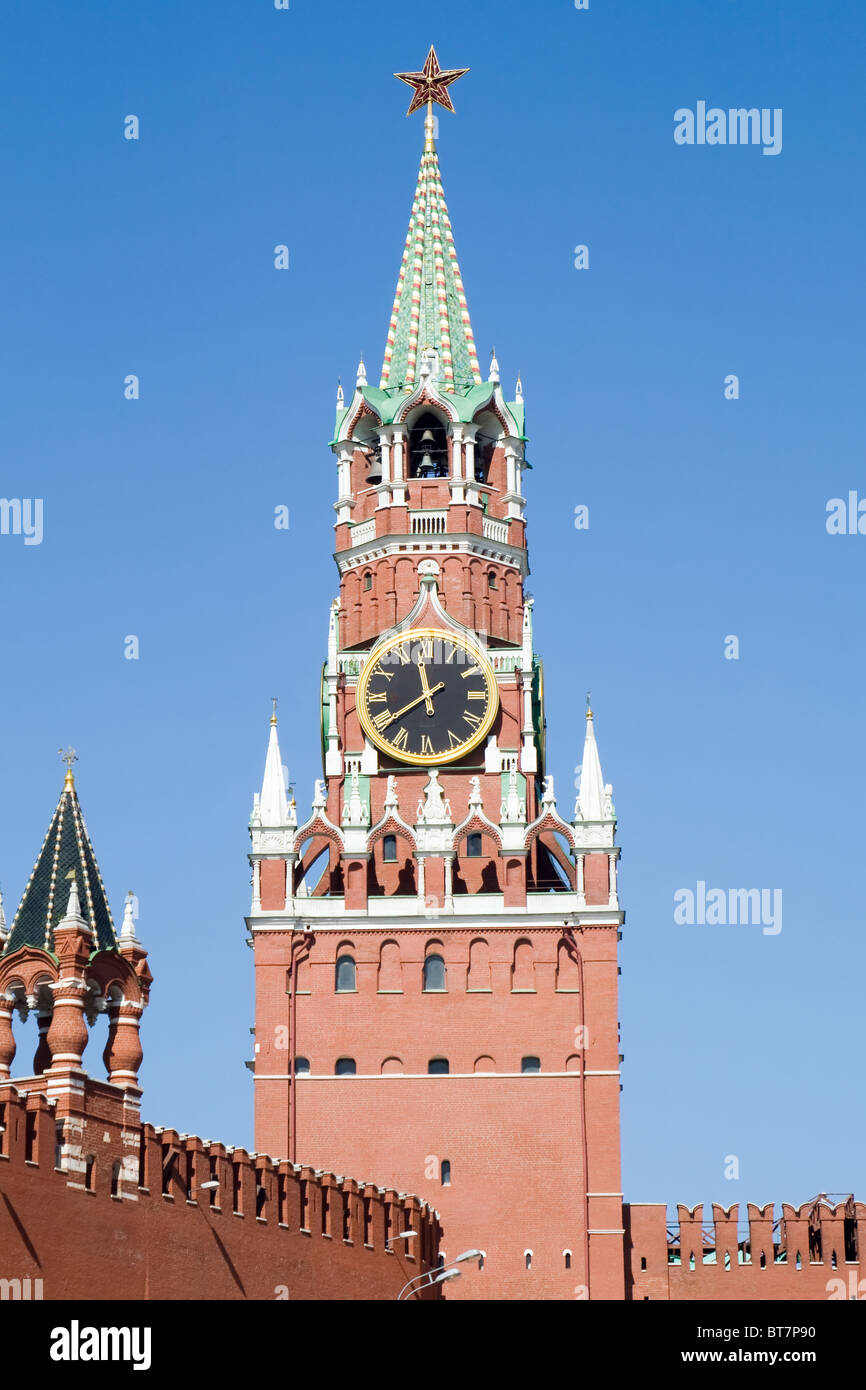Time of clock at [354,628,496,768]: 11:39
